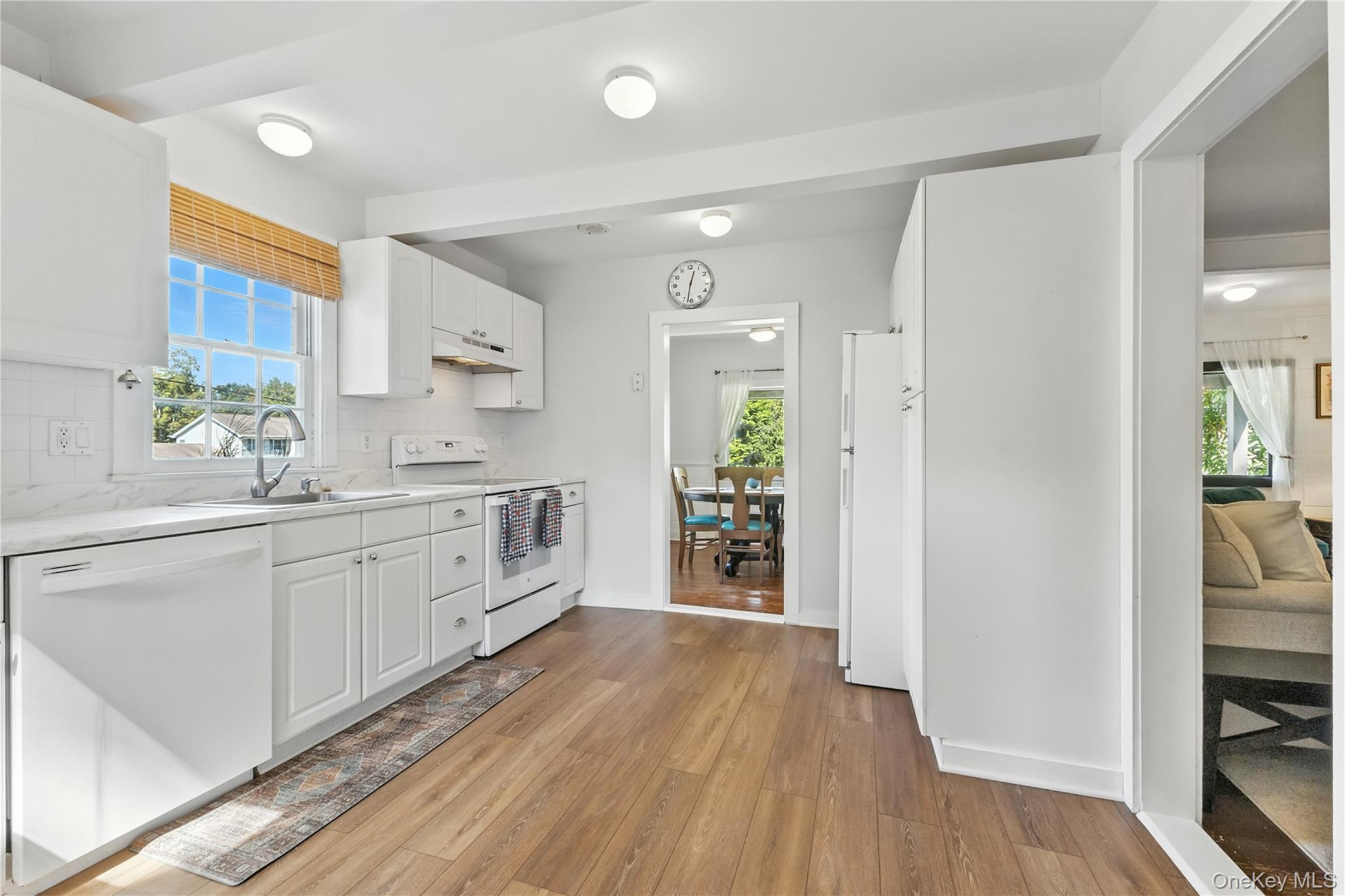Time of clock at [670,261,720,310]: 12:32
